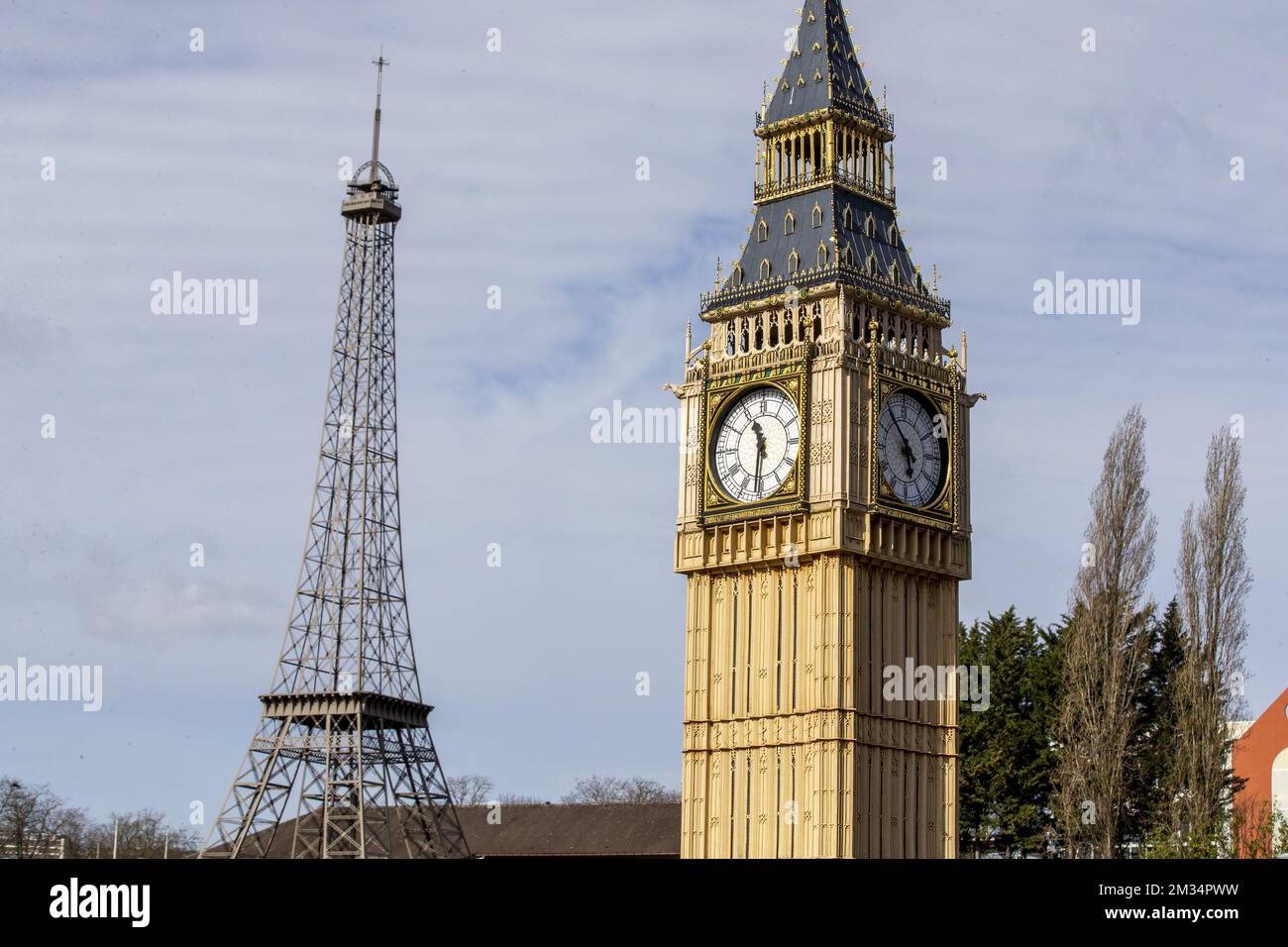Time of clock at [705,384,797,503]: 11:31
